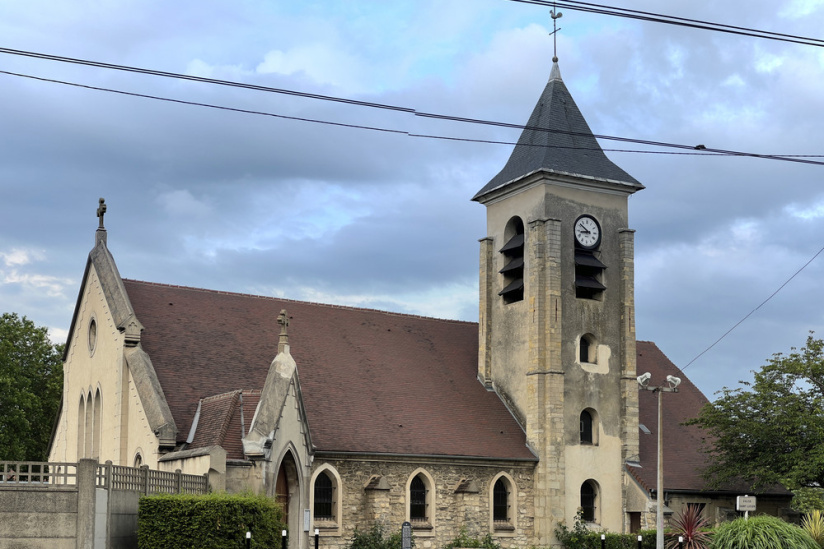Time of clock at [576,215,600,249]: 8:51
